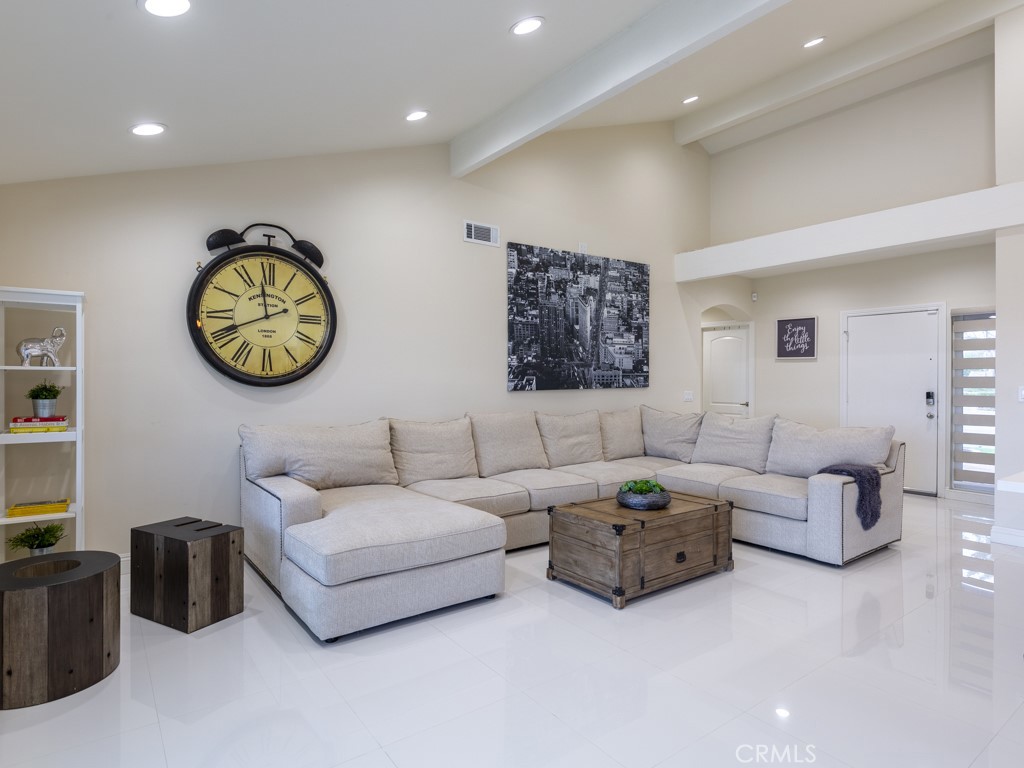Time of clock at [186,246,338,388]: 11:41
